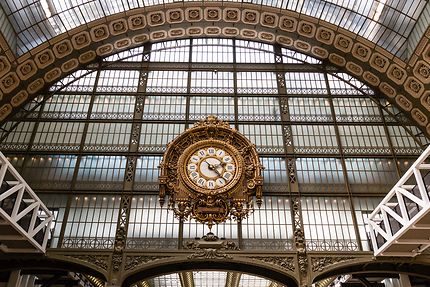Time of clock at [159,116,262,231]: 2:22
